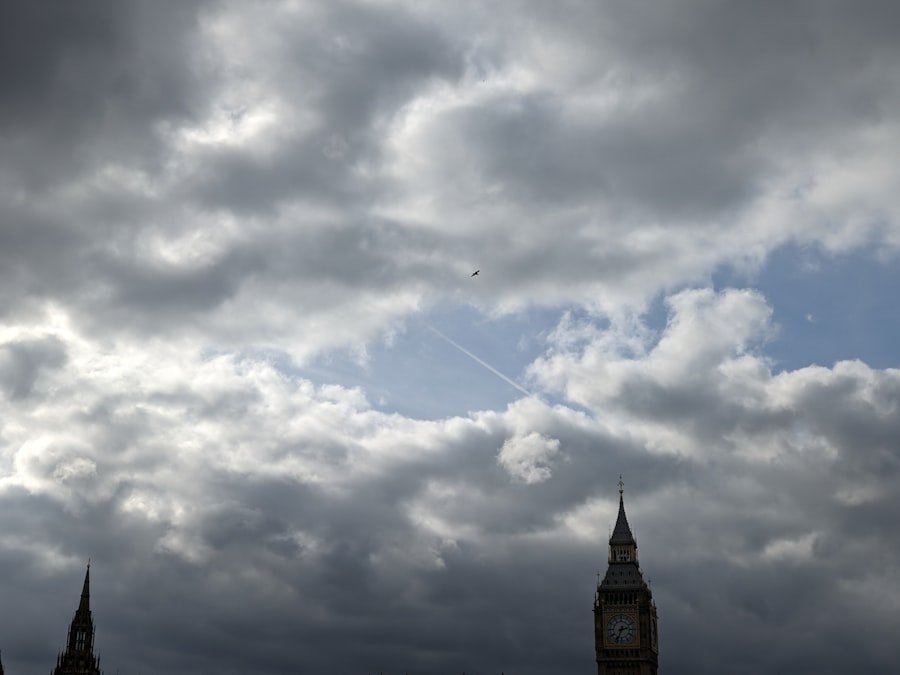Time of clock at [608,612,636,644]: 2:33
